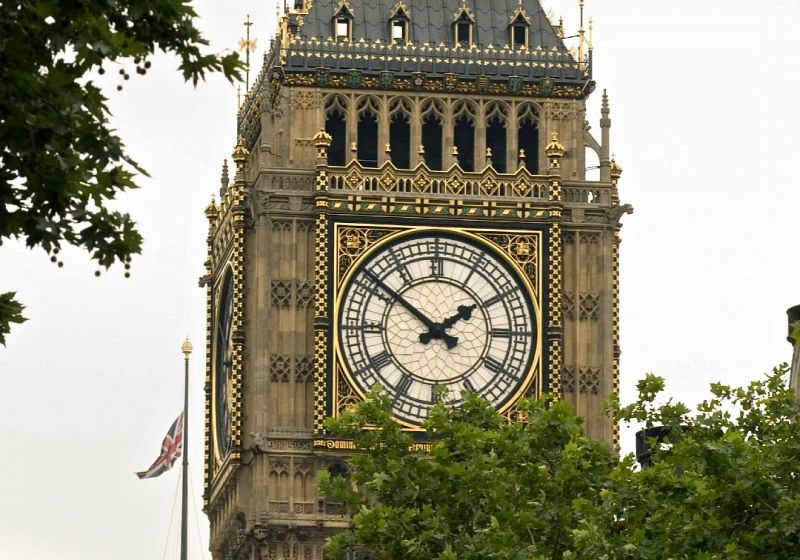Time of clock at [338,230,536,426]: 1:51
